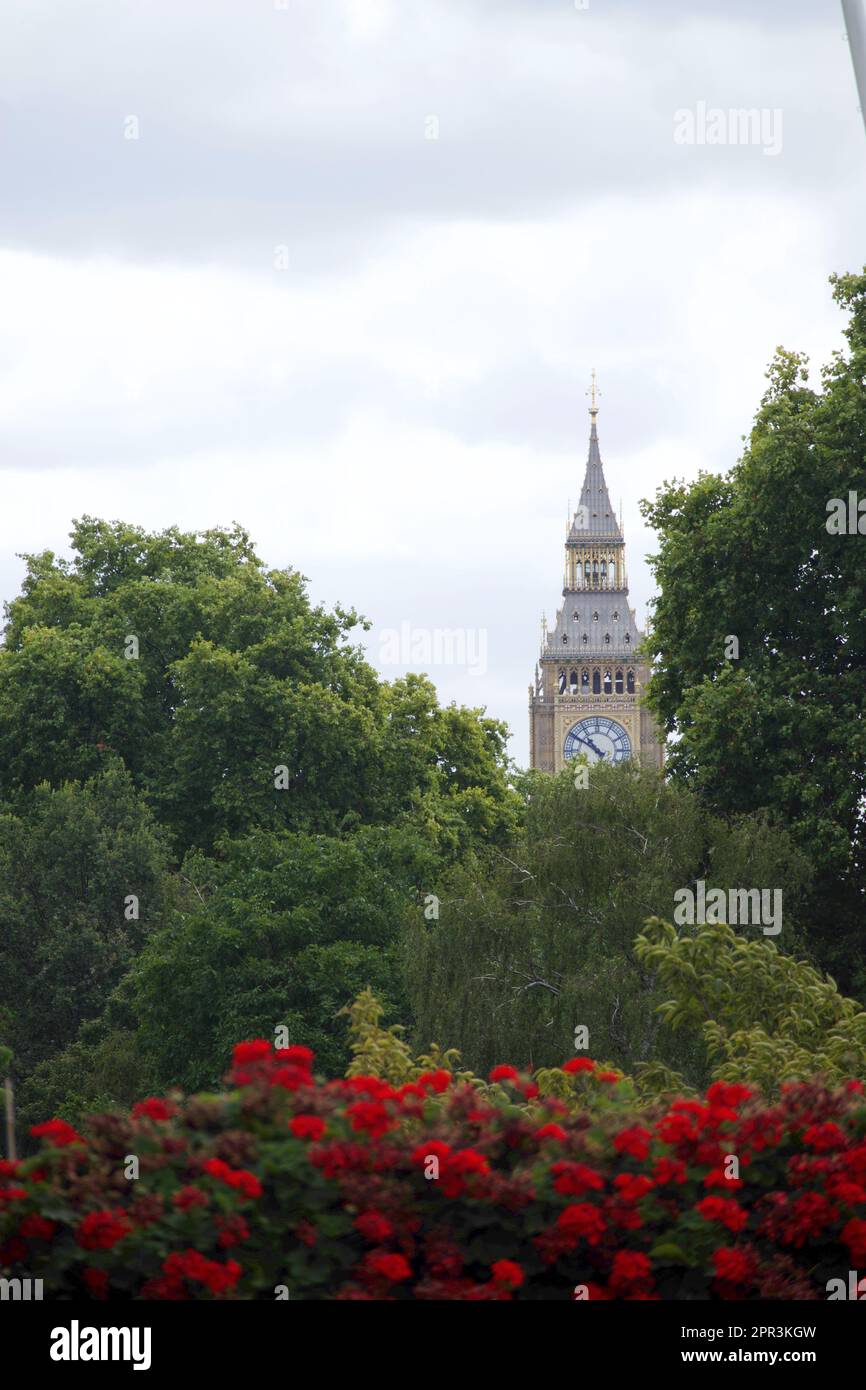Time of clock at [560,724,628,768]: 10:50
